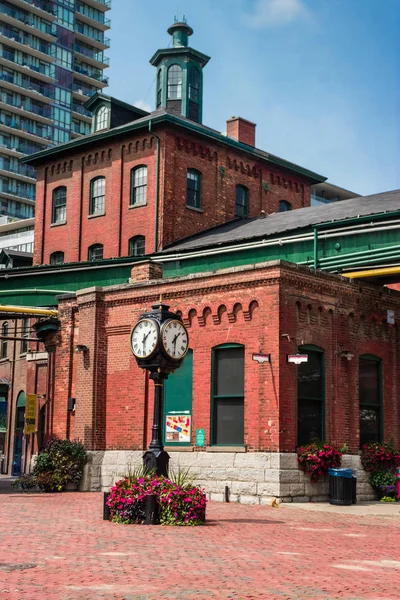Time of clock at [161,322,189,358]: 1:30
